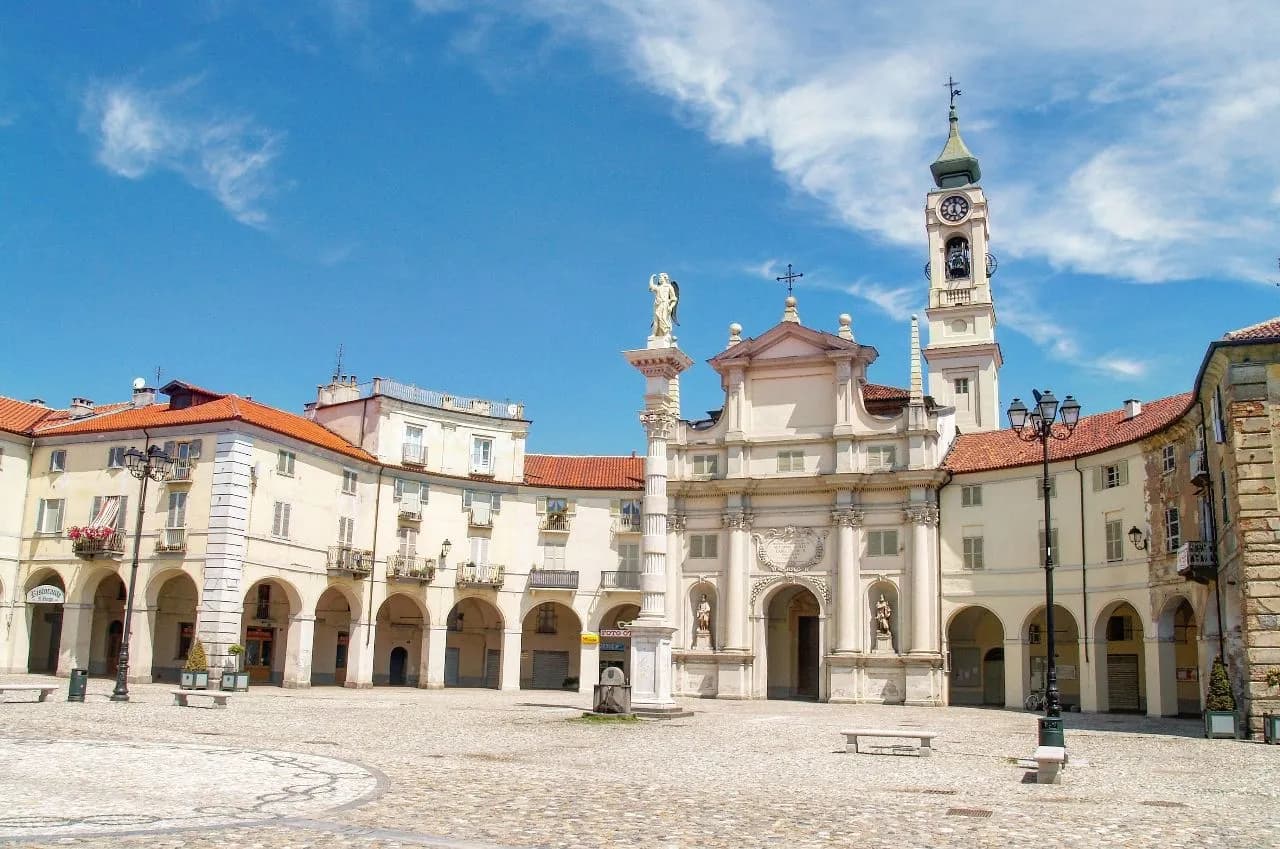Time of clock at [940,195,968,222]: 12:26
